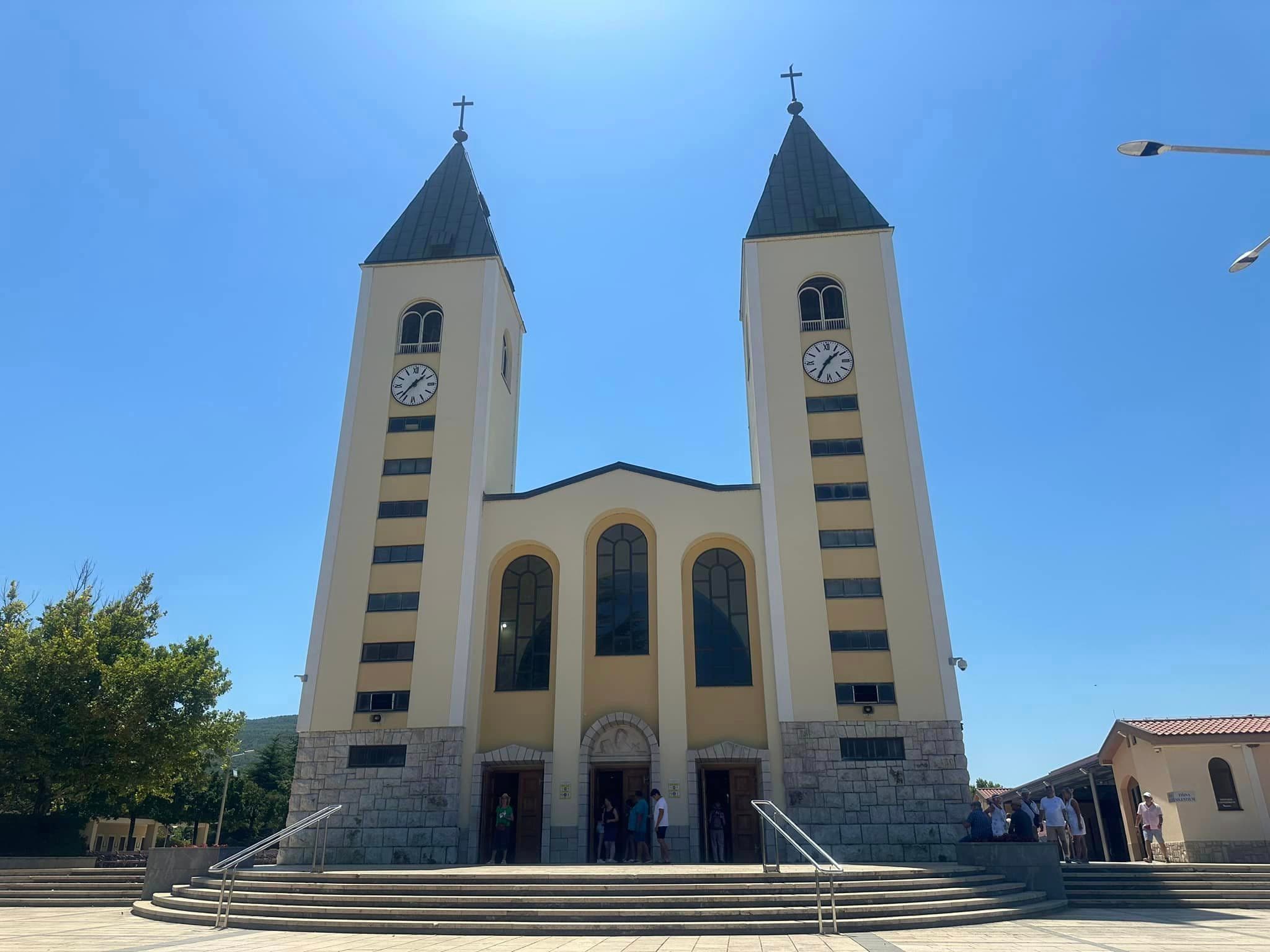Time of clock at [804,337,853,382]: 1:35
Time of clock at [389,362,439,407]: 1:36
